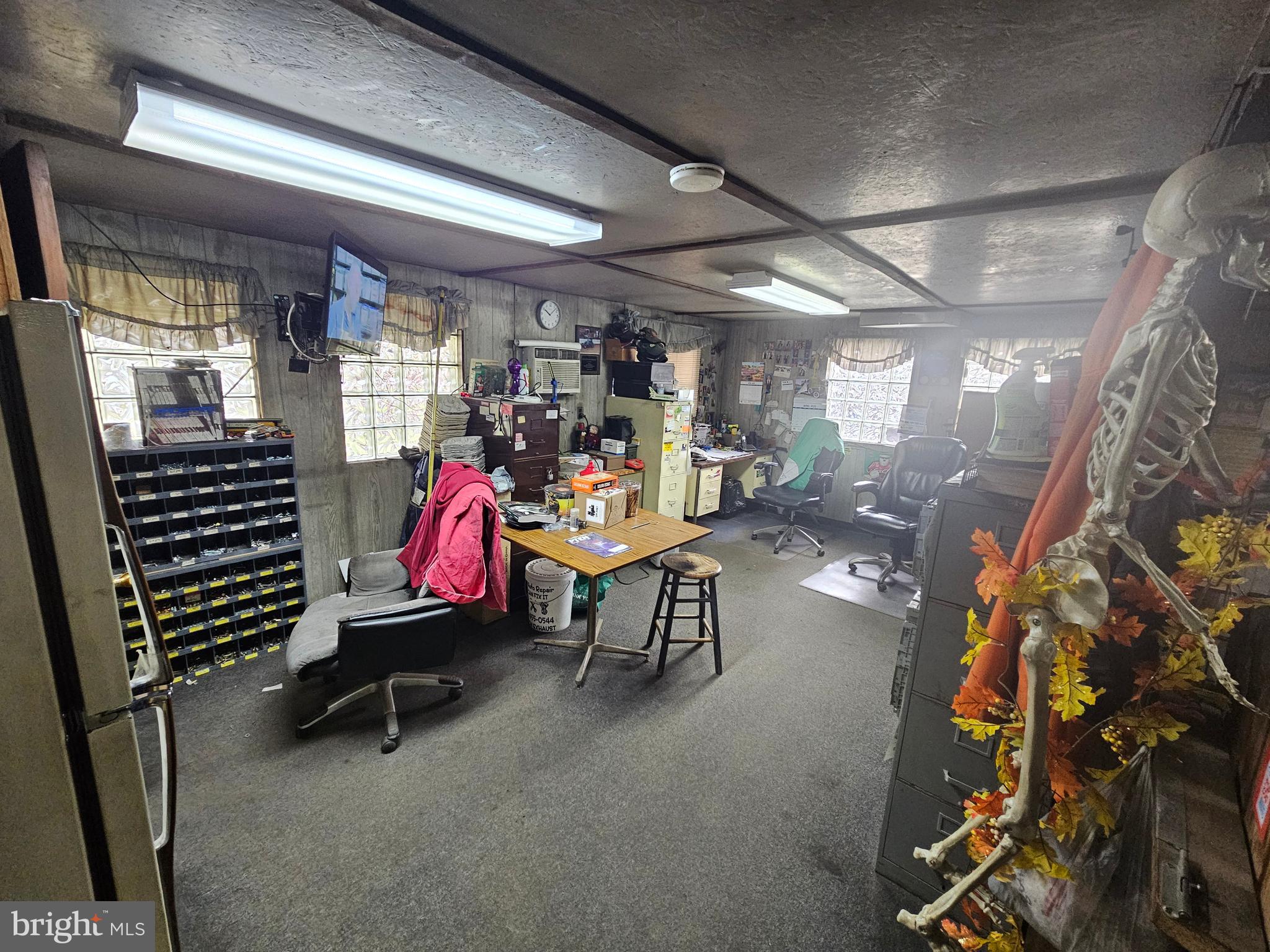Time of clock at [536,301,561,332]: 10:07
